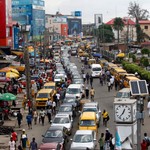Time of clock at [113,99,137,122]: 12:36
